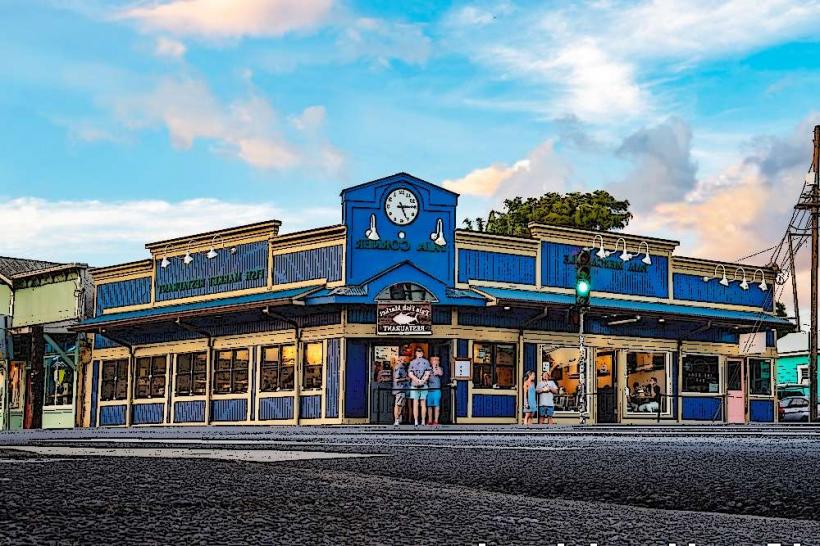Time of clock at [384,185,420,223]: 5:14
